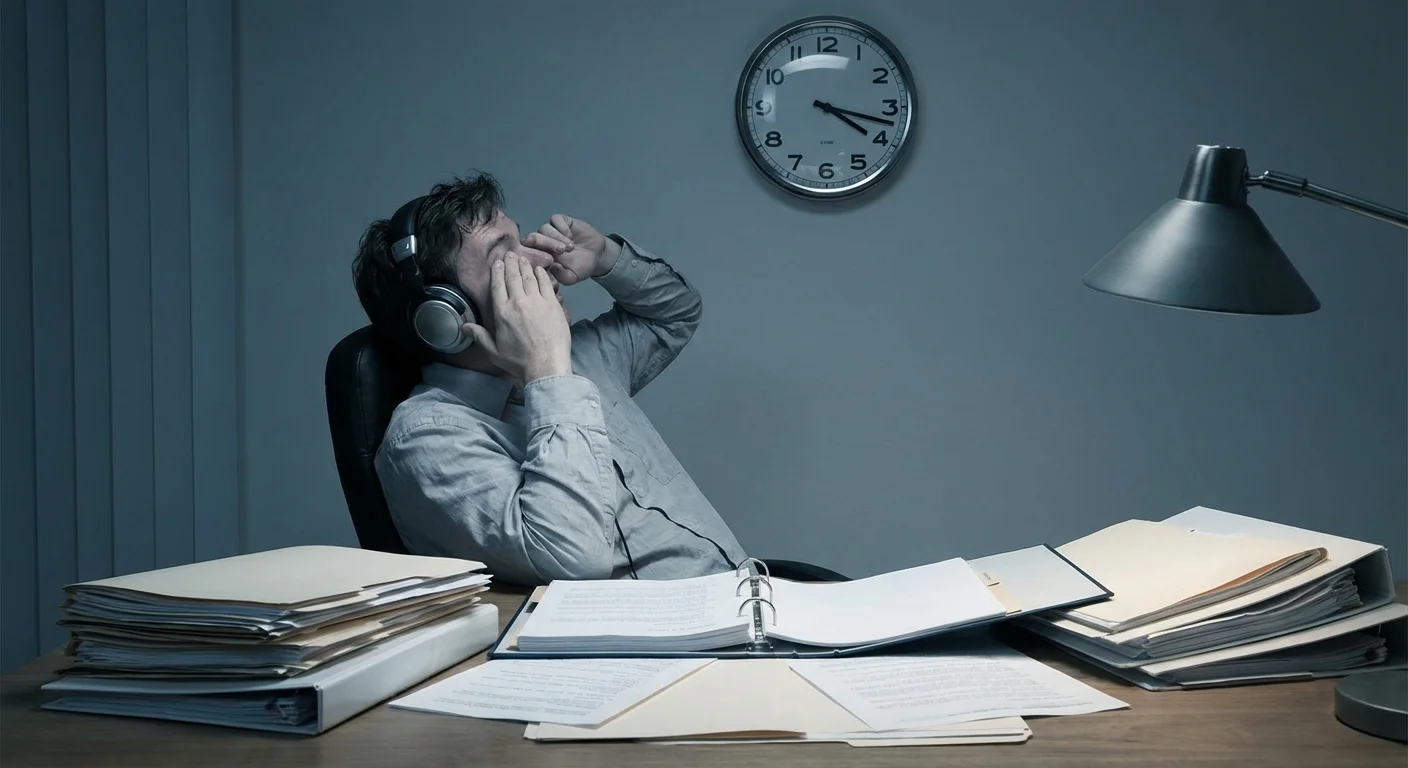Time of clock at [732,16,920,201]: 4:17
